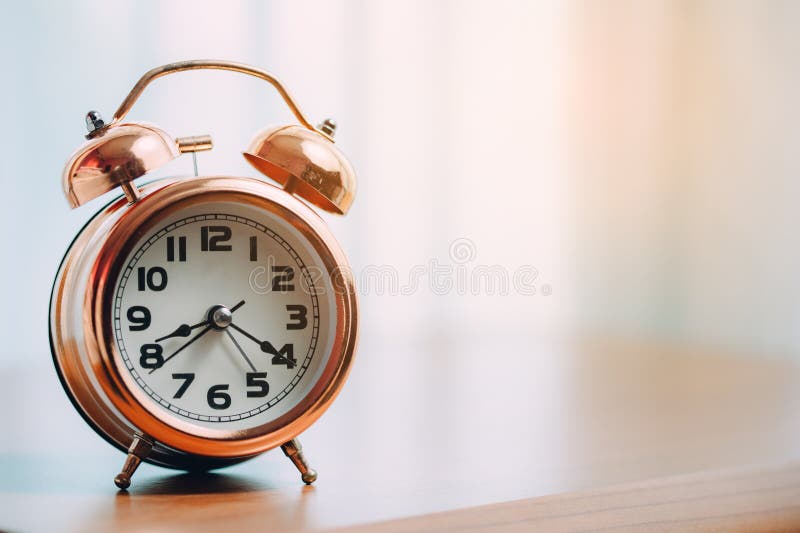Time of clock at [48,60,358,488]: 8:20
